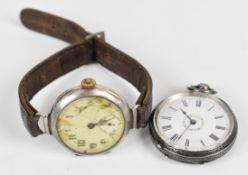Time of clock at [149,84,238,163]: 10:33
